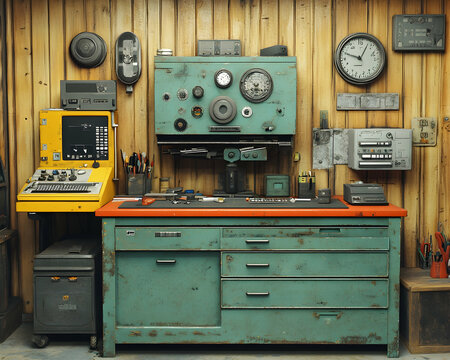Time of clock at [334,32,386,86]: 12:48
